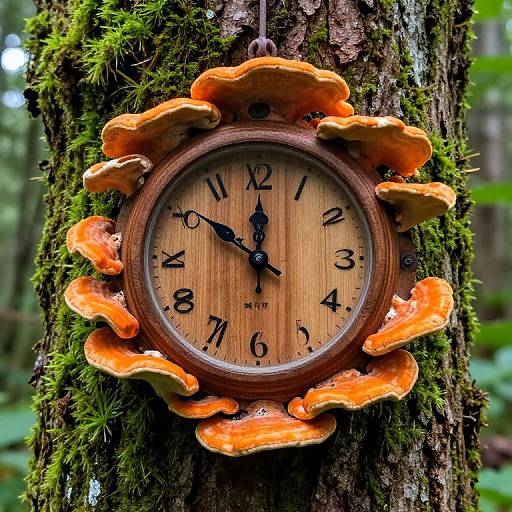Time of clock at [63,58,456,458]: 10:00
